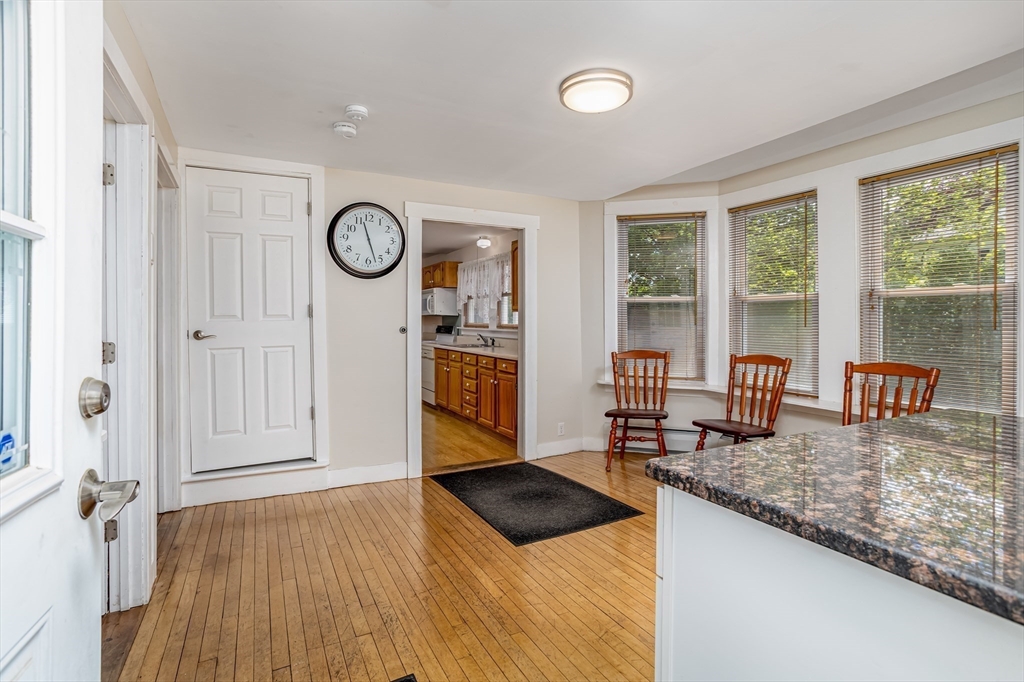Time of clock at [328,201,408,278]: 11:26
